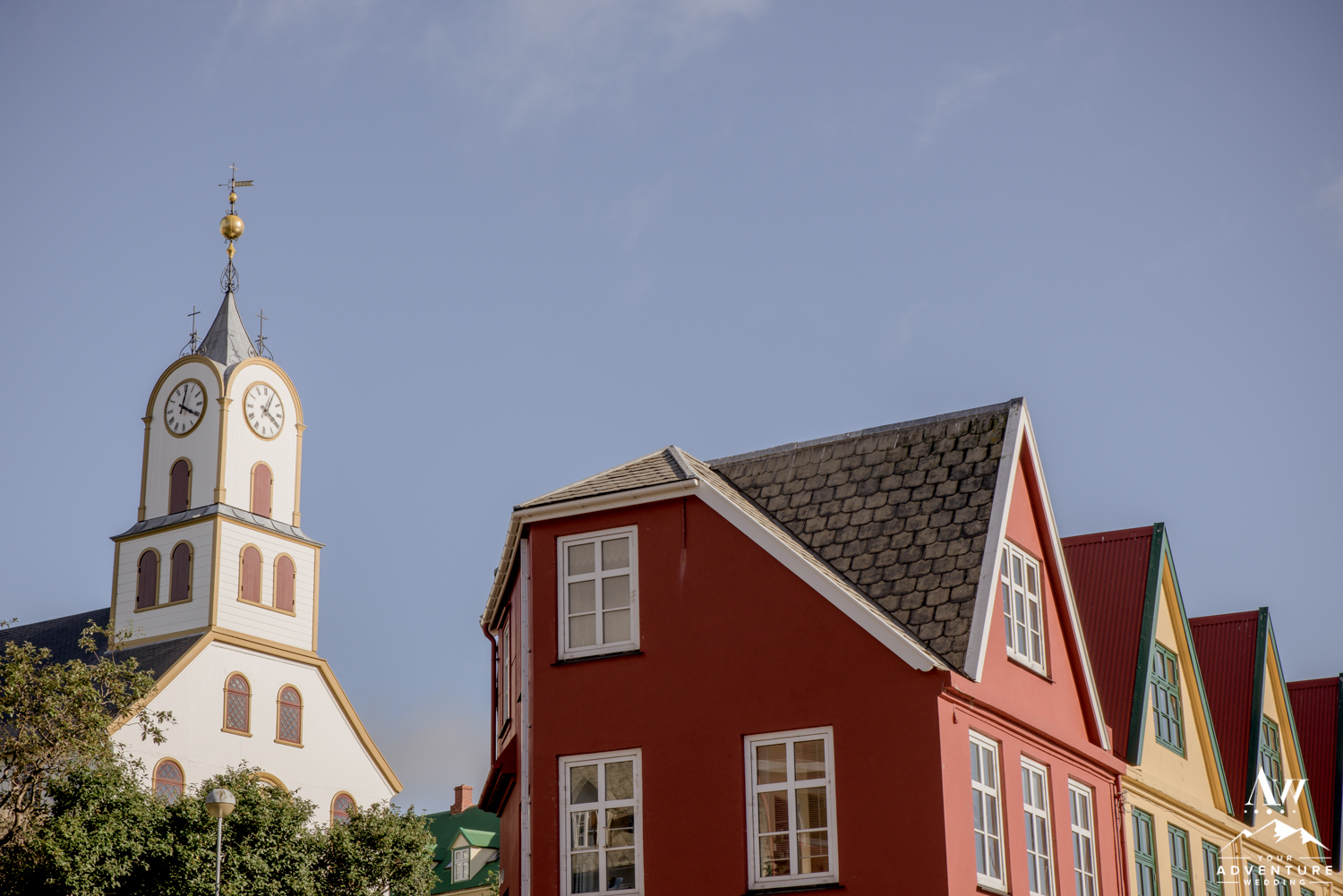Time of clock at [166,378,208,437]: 4:01
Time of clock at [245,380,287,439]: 4:04
